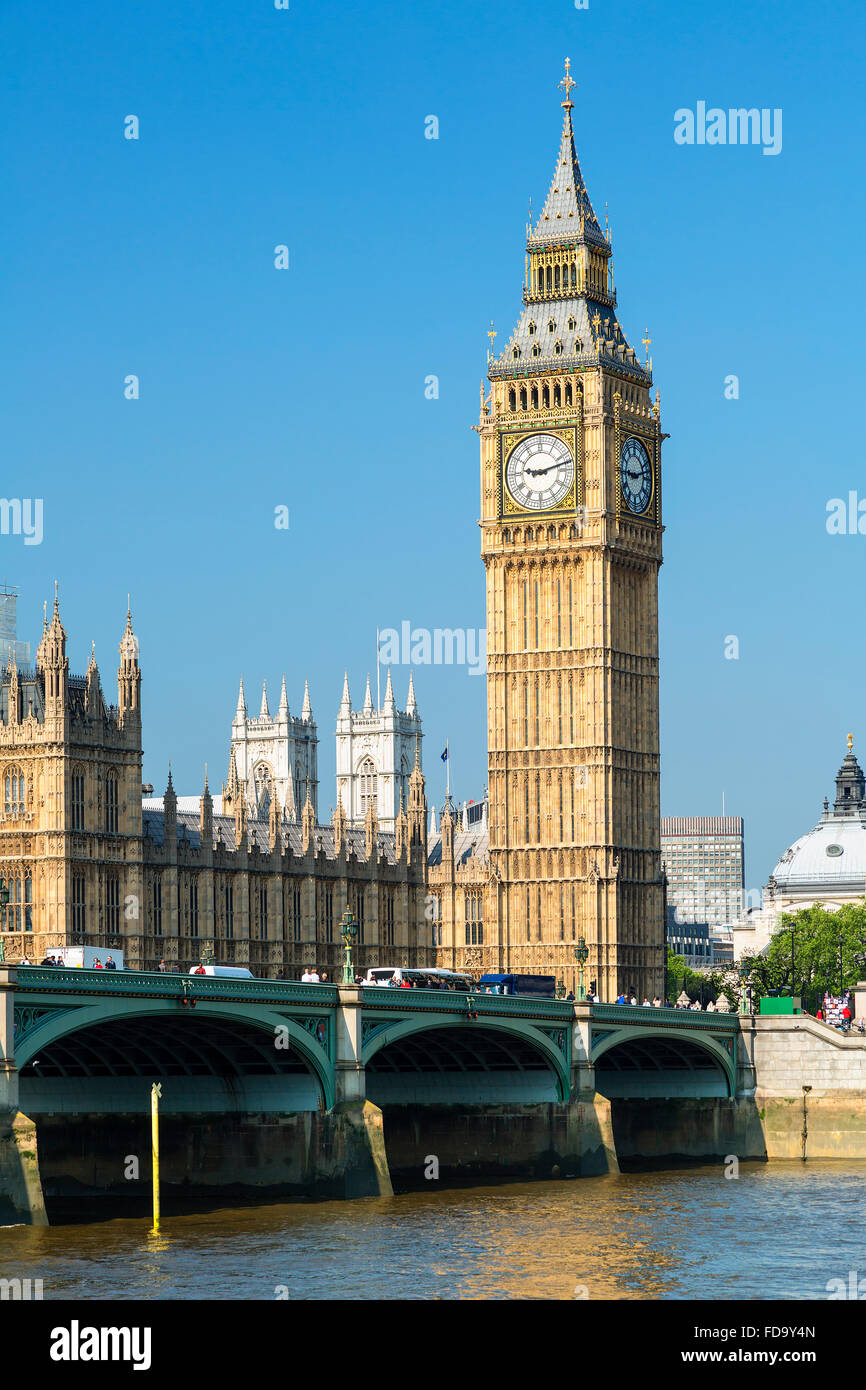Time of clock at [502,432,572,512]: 9:12
